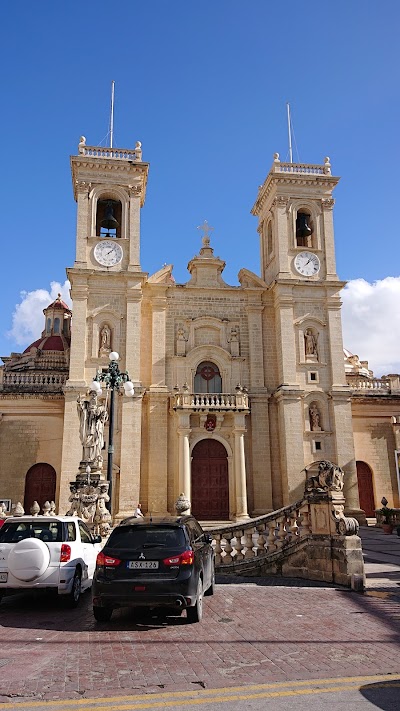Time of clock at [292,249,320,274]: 1:08
